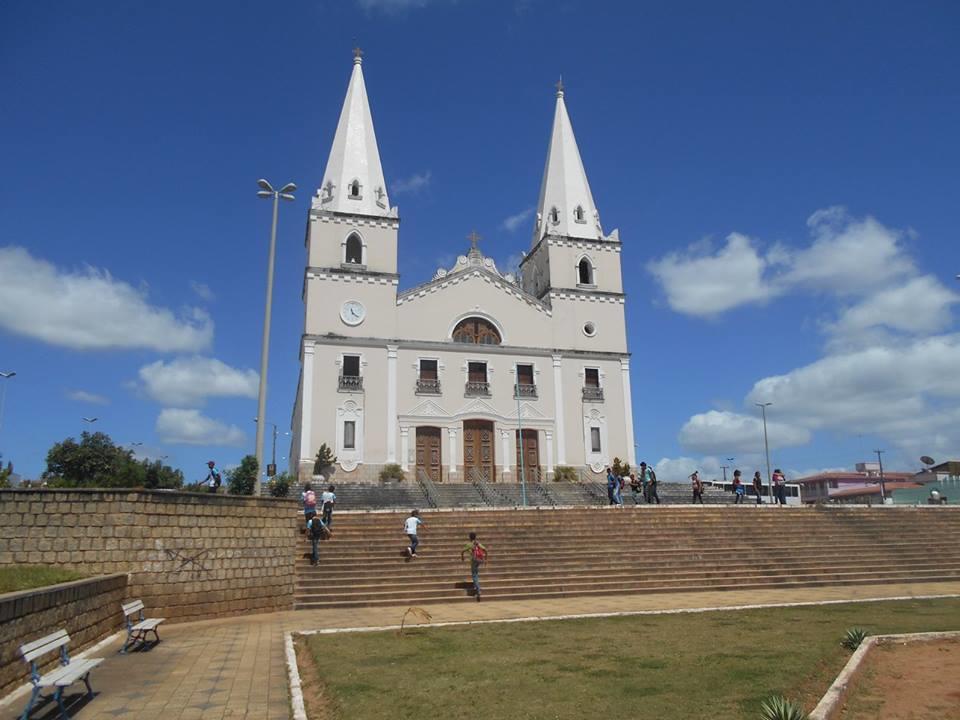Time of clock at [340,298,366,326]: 11:21
